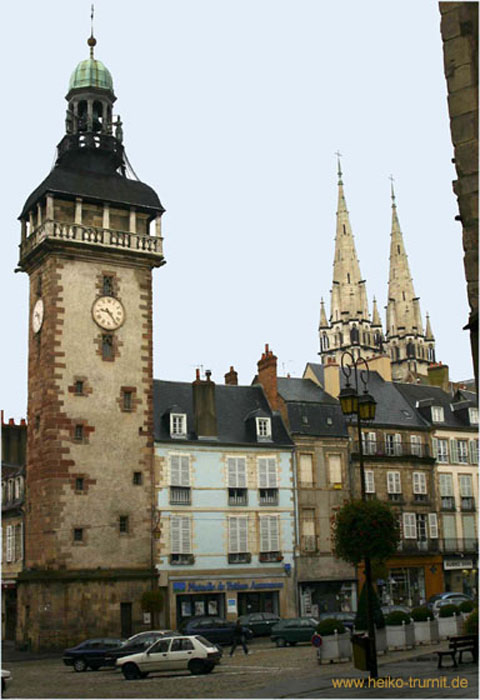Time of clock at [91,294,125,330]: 9:23
